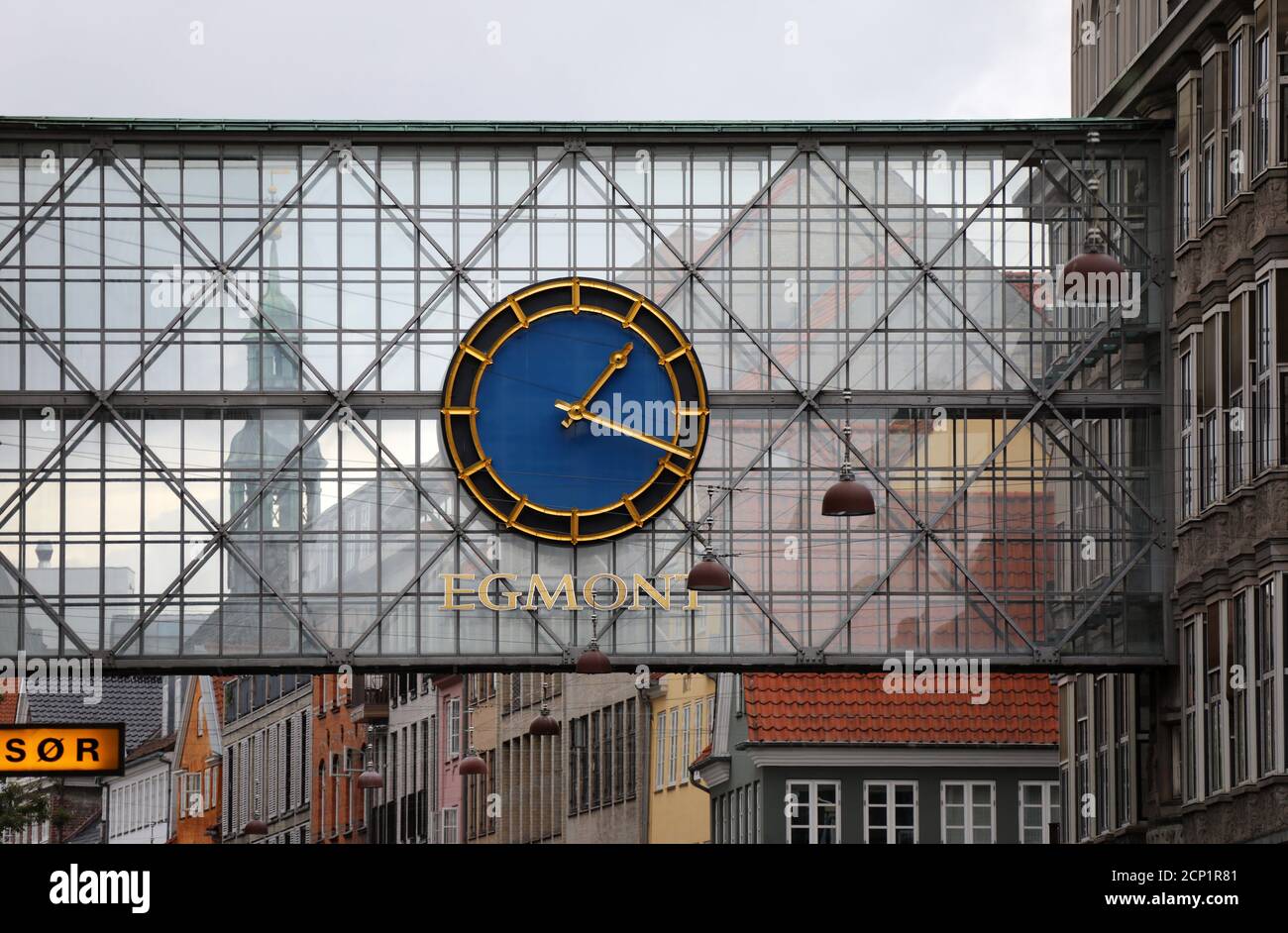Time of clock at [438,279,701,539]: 1:18
